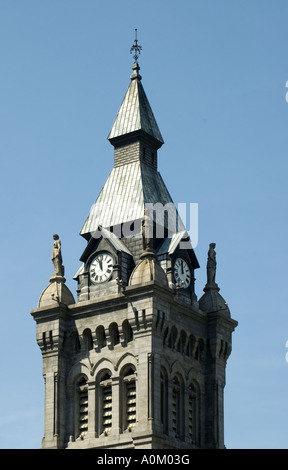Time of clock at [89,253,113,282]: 11:57
